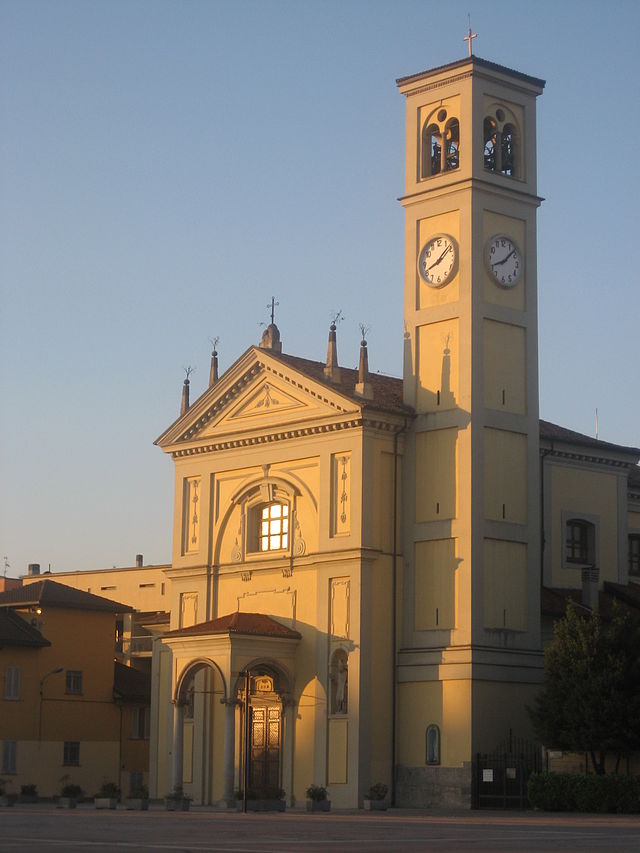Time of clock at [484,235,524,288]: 8:07
